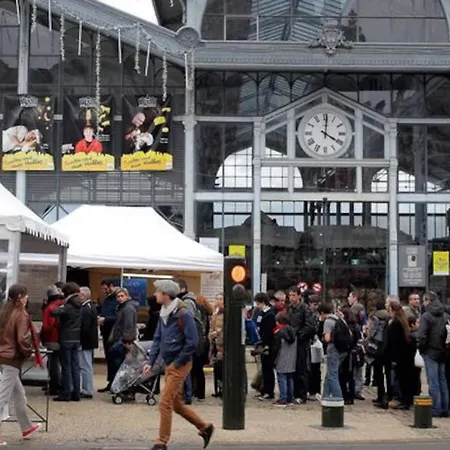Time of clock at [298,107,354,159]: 4:01
